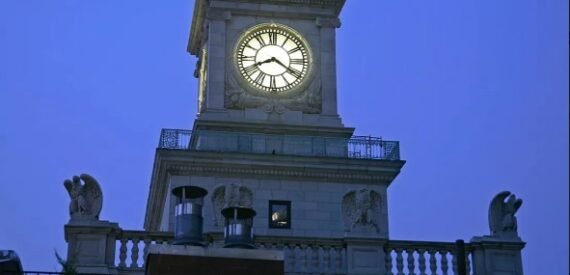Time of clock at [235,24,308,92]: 8:20
